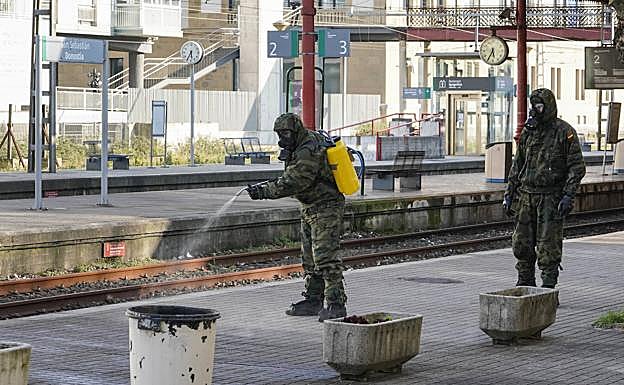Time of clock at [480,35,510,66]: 5:35
